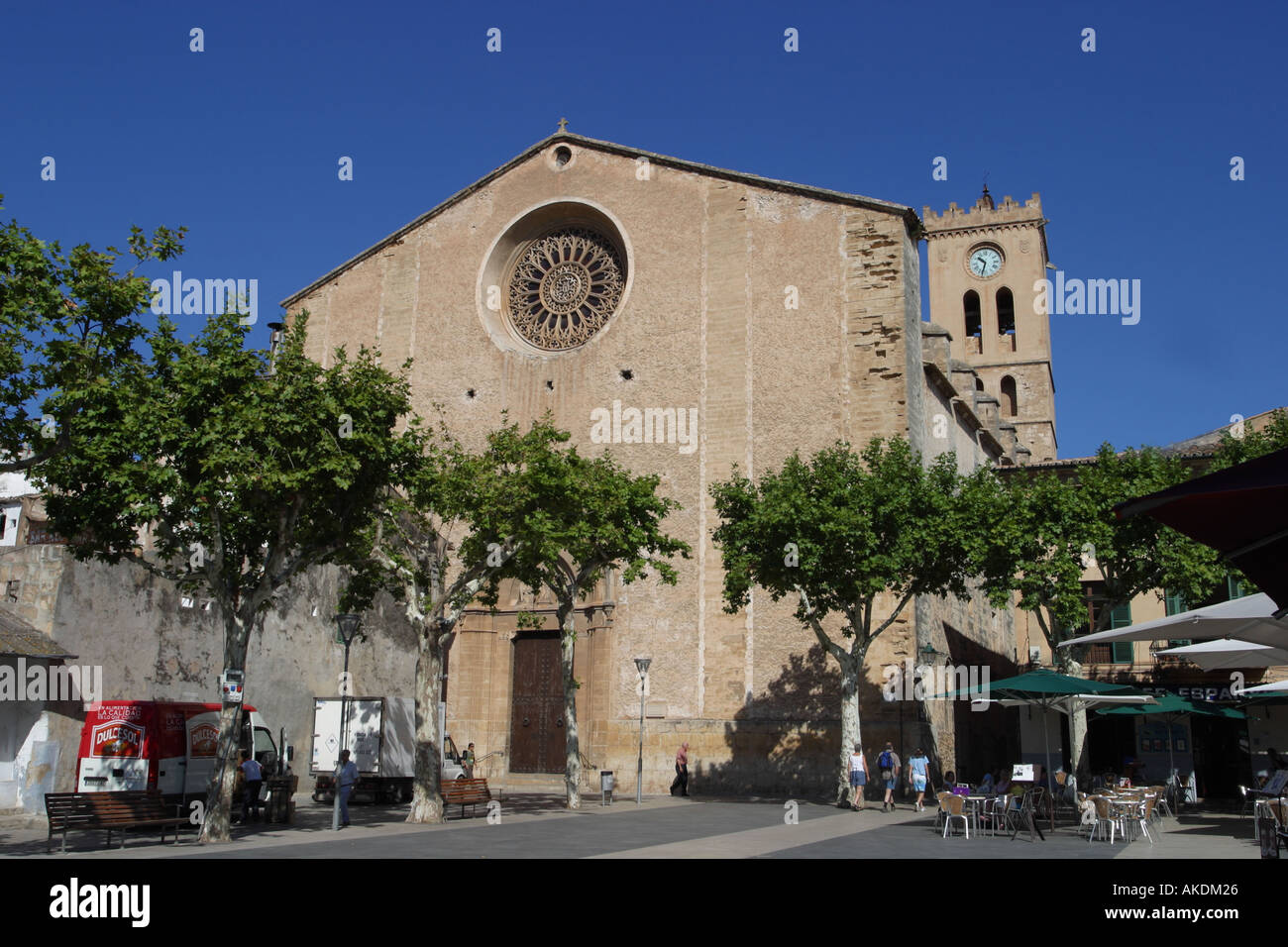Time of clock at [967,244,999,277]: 10:32
